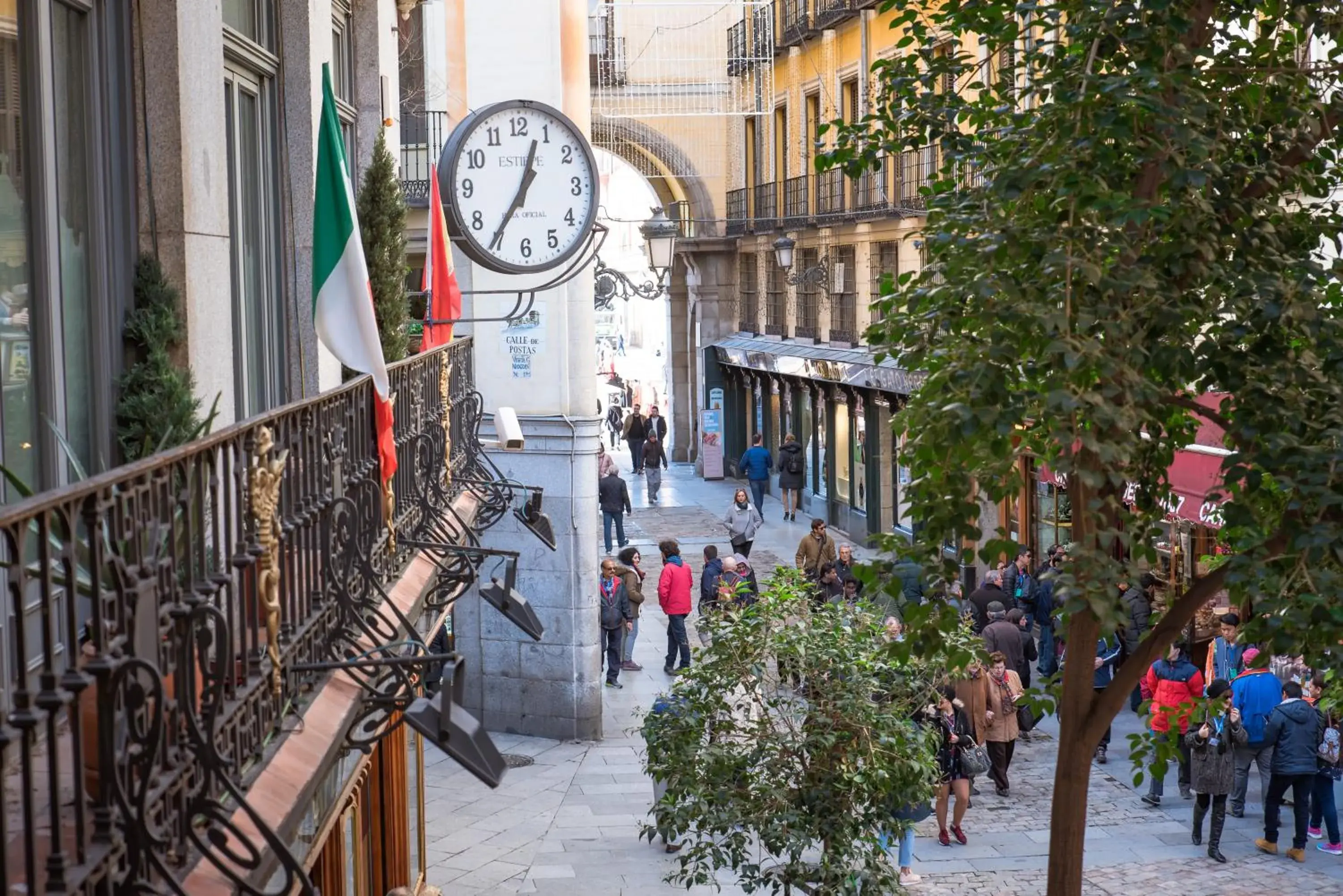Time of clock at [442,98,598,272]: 12:35
